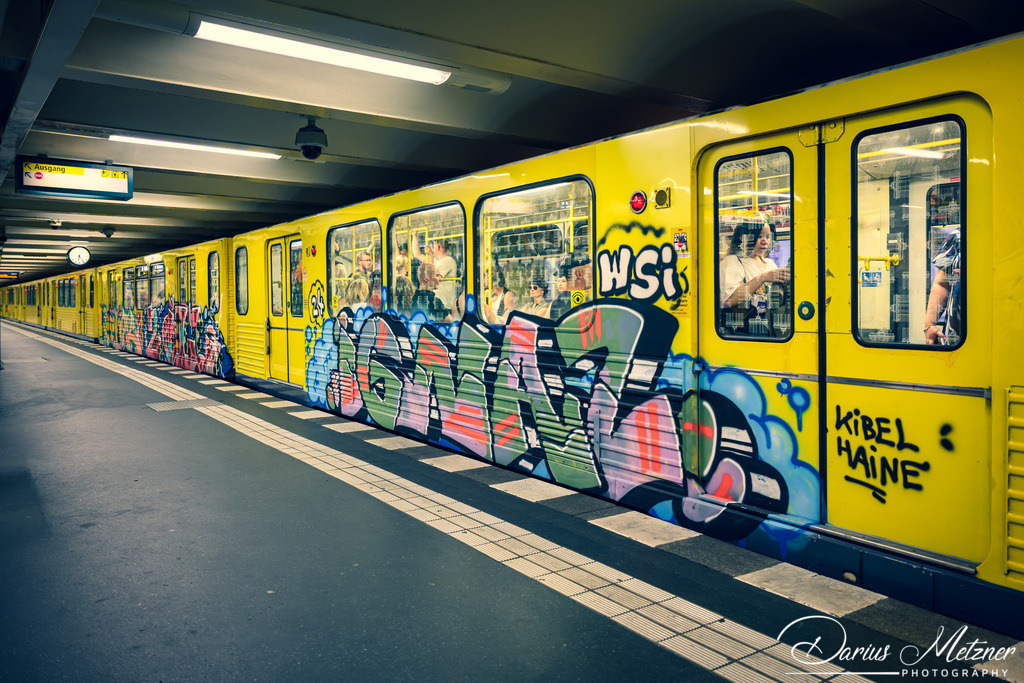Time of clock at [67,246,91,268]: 6:24
